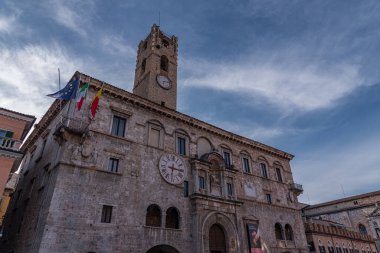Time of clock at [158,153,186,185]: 6:15
